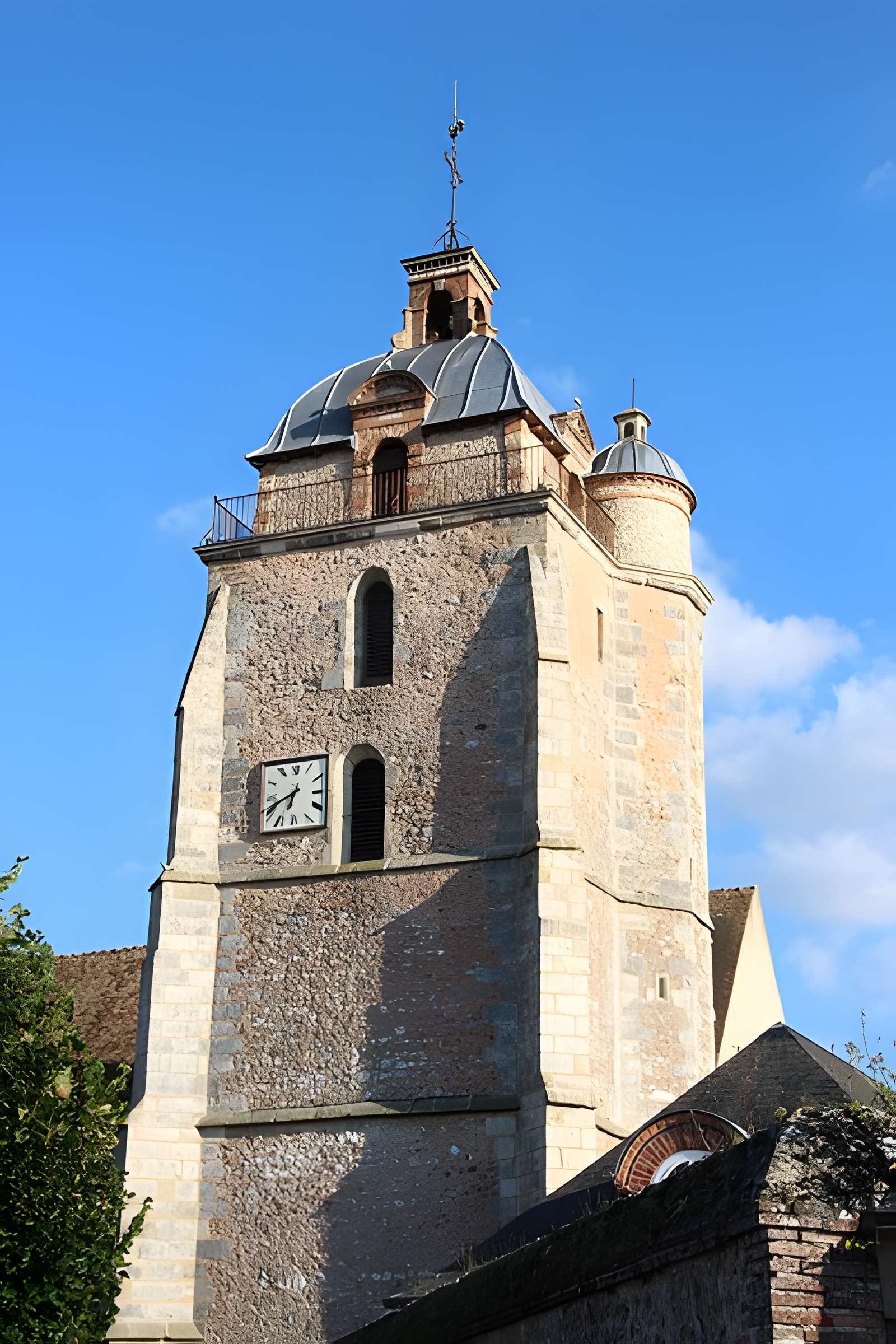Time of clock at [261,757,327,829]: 6:40
